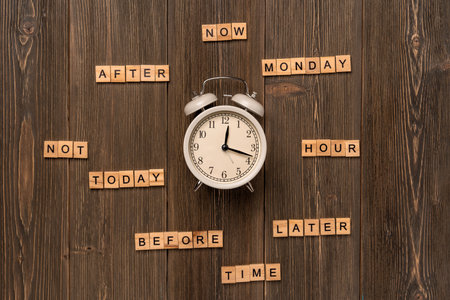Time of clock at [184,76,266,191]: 12:17
